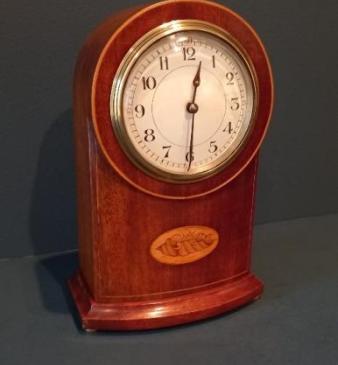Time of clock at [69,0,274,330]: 12:30
